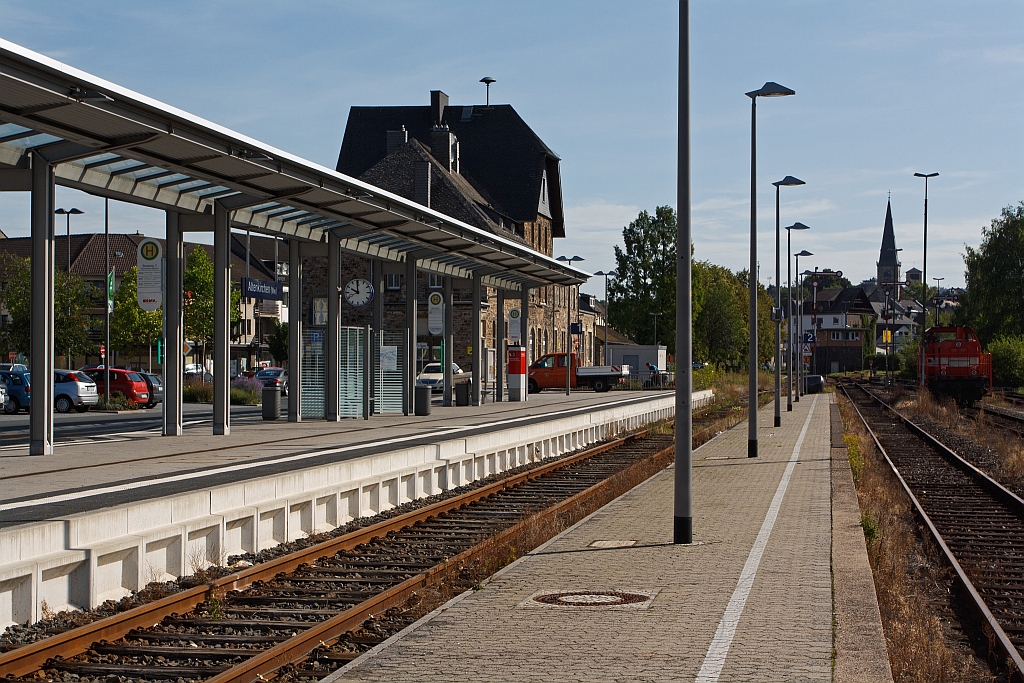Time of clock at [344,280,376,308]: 9:59
